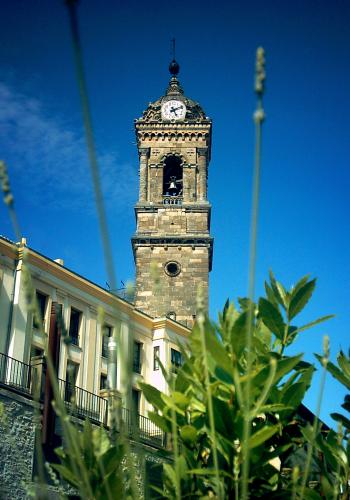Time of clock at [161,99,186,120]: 5:11
